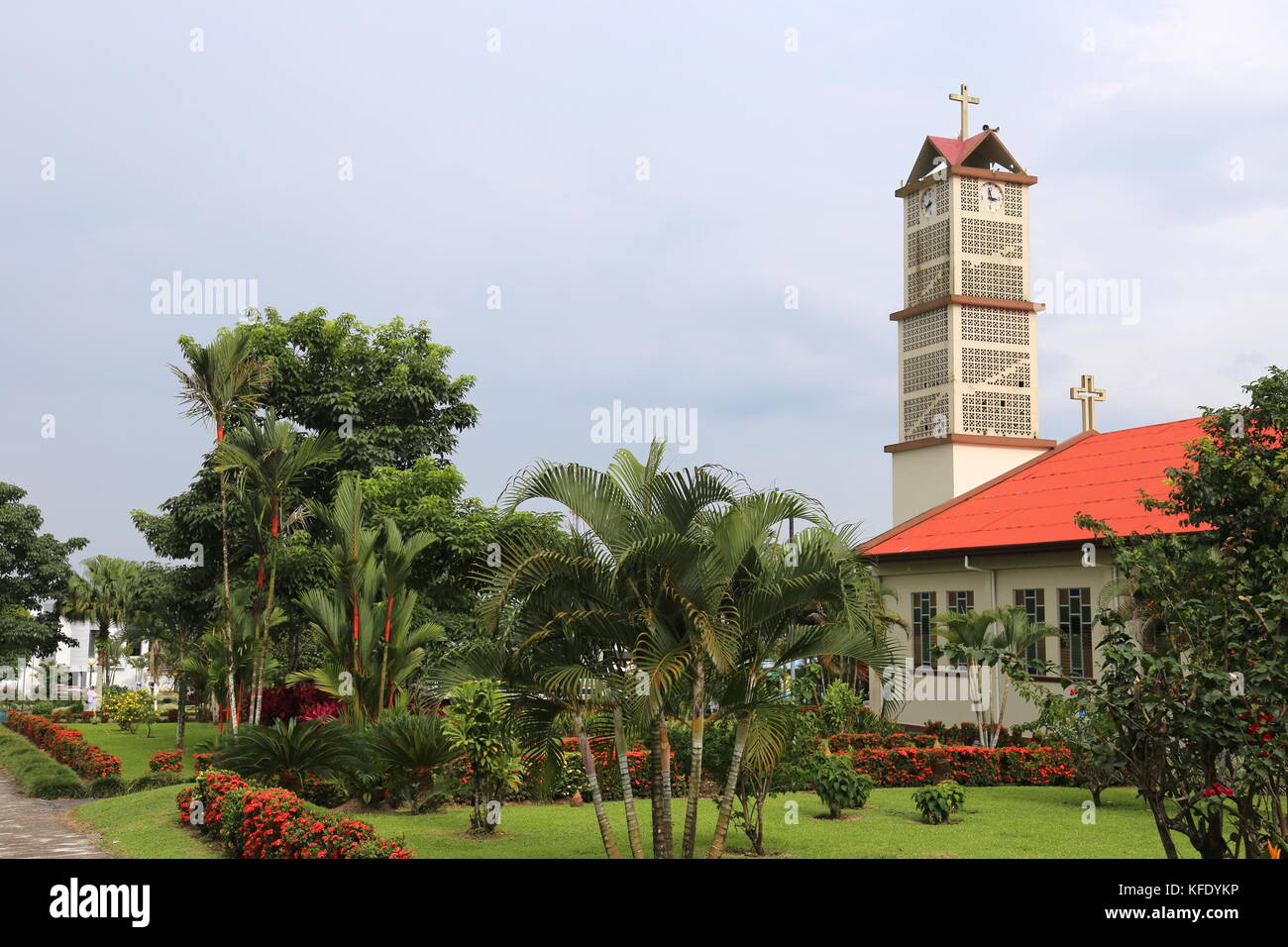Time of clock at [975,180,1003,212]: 2:58
